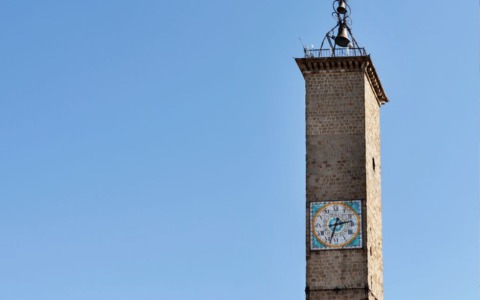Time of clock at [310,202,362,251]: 2:33
